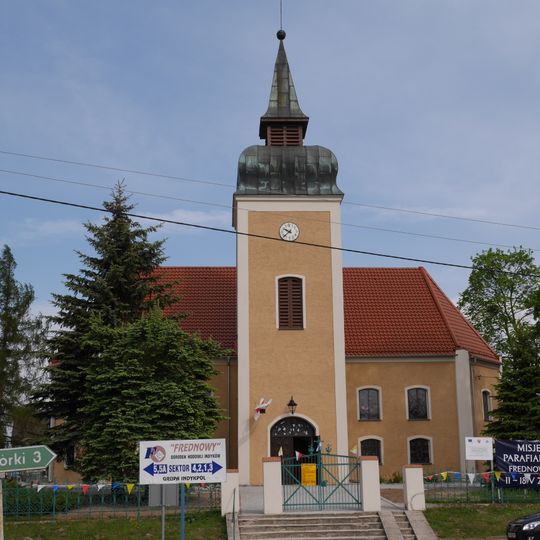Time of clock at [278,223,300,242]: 9:38
